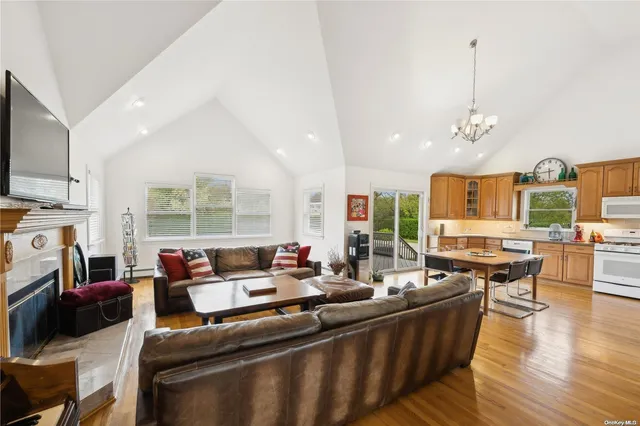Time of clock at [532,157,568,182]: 5:43
